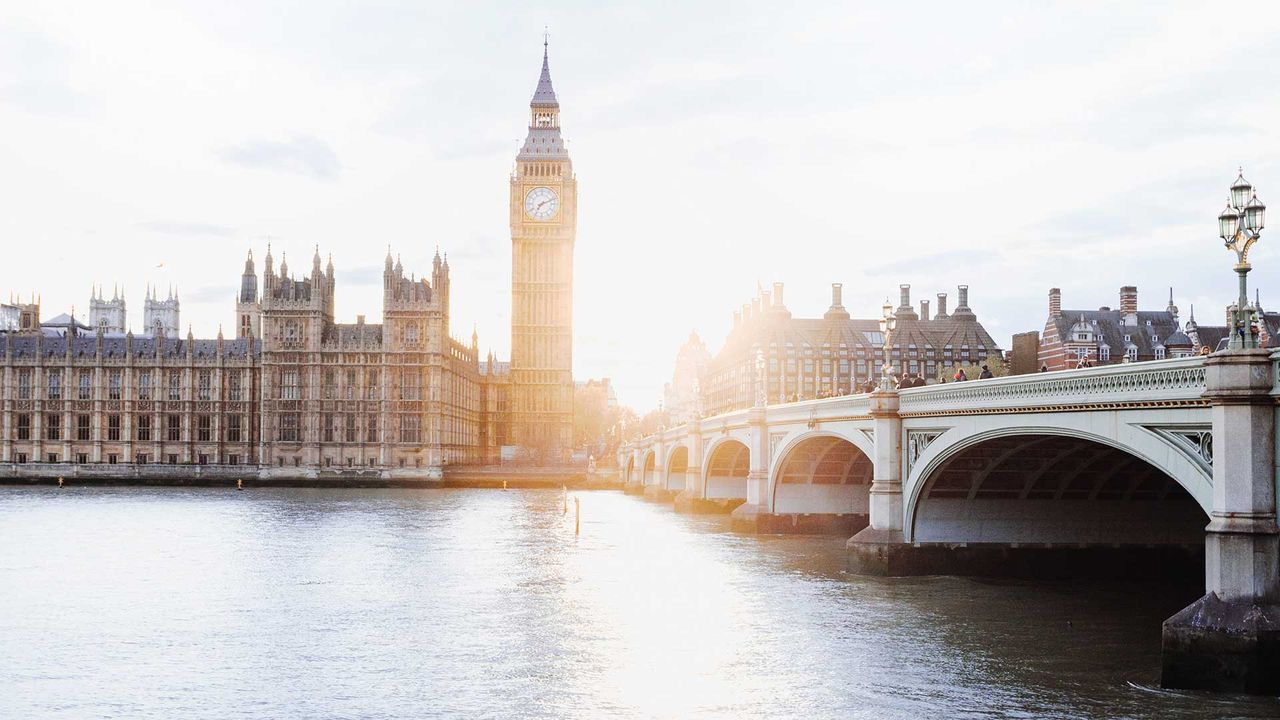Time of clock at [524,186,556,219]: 7:11
